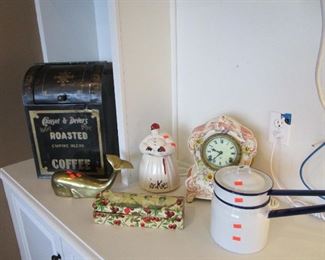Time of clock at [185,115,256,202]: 9:38
